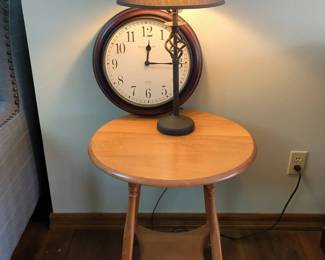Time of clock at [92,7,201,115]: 12:14
